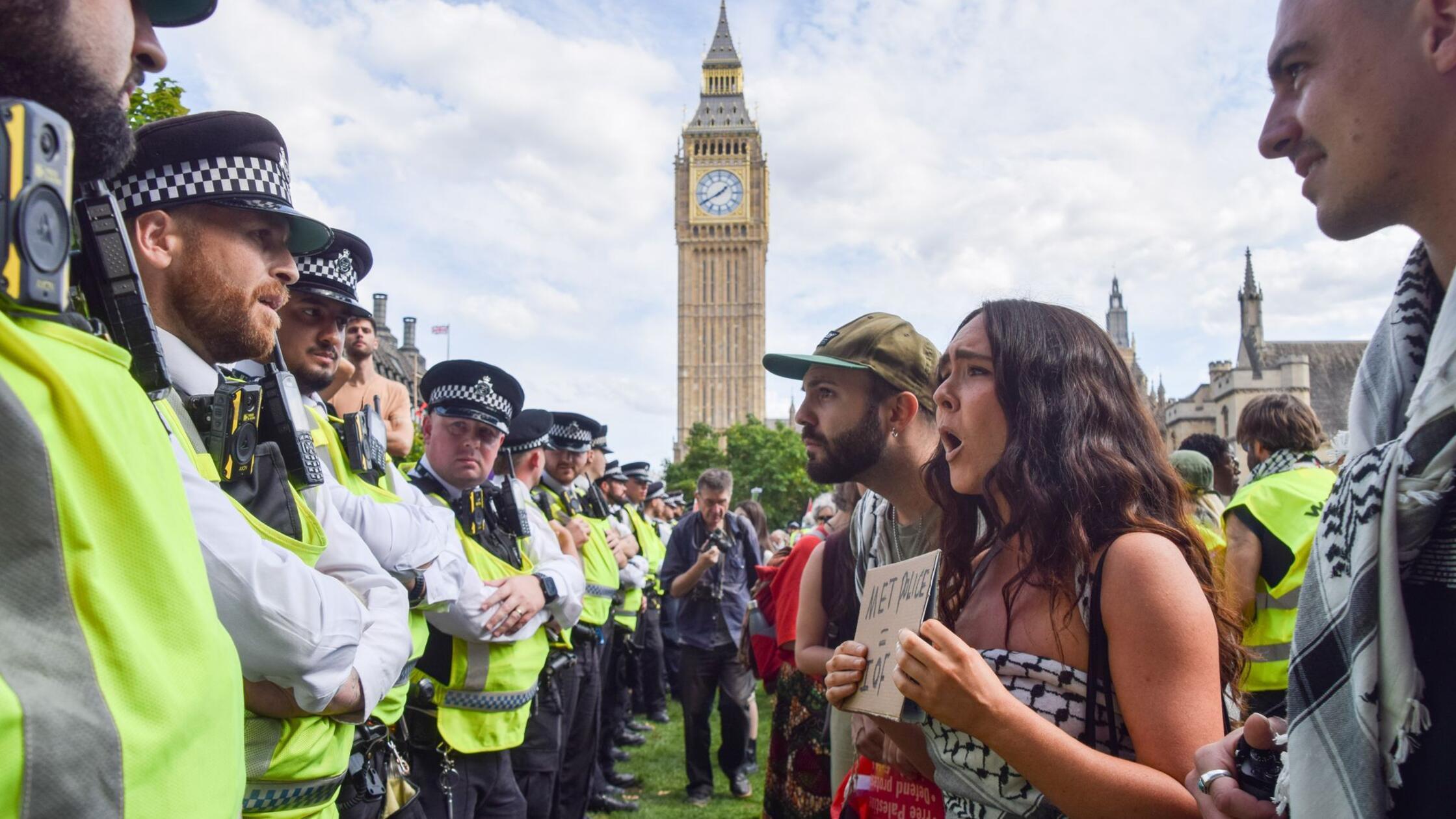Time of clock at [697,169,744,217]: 1:40
